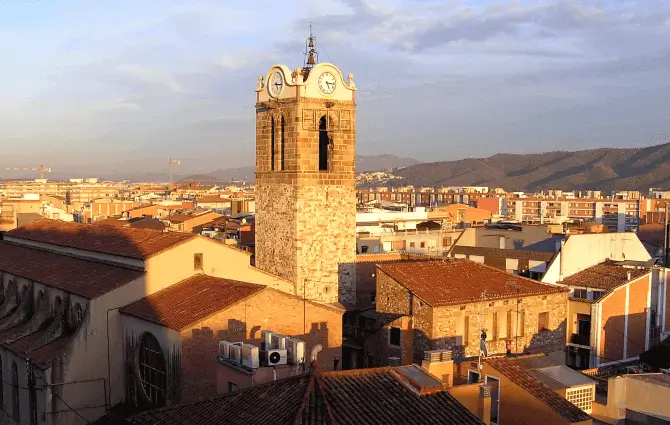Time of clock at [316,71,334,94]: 5:15
